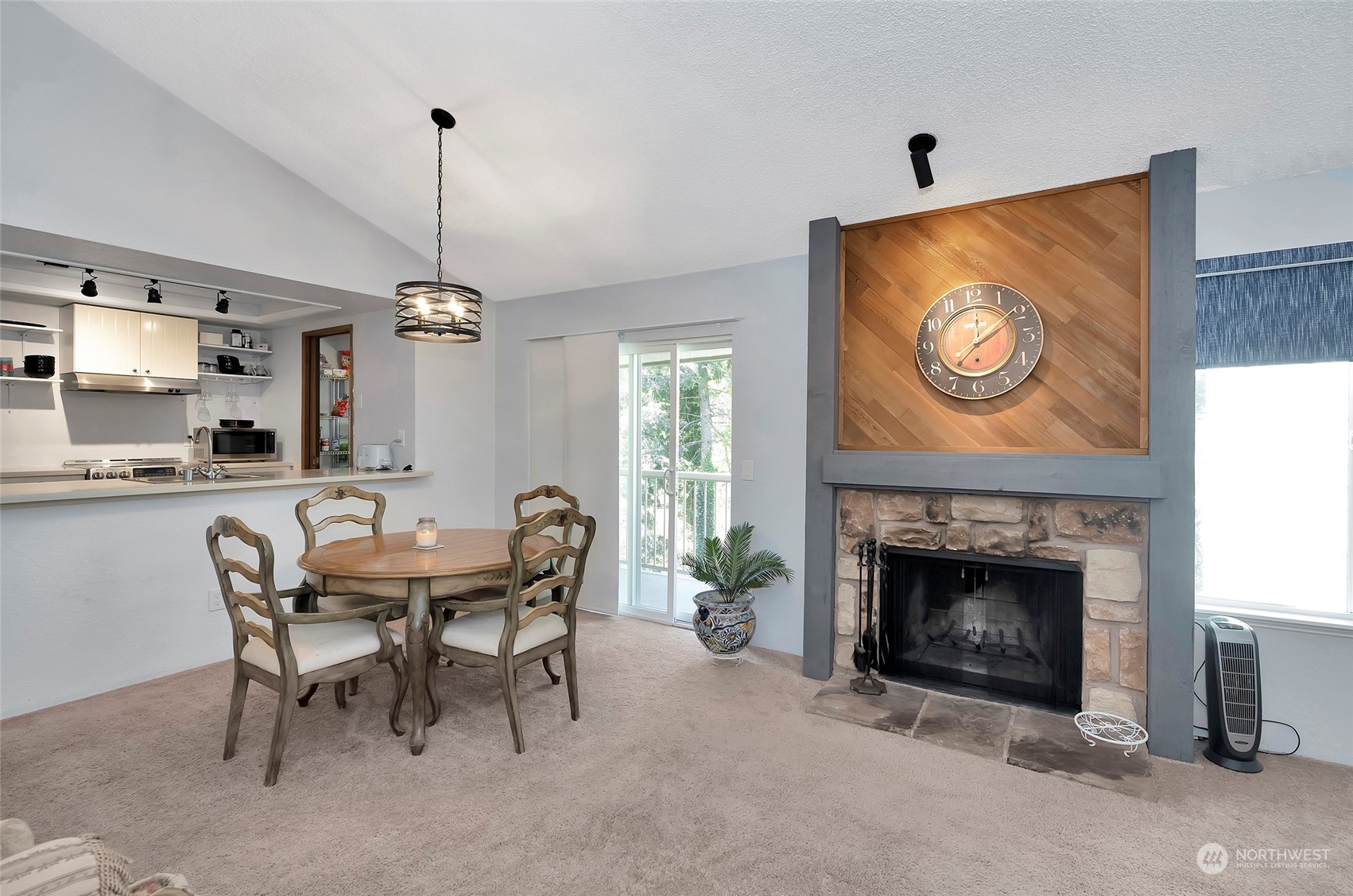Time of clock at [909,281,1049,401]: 12:09
